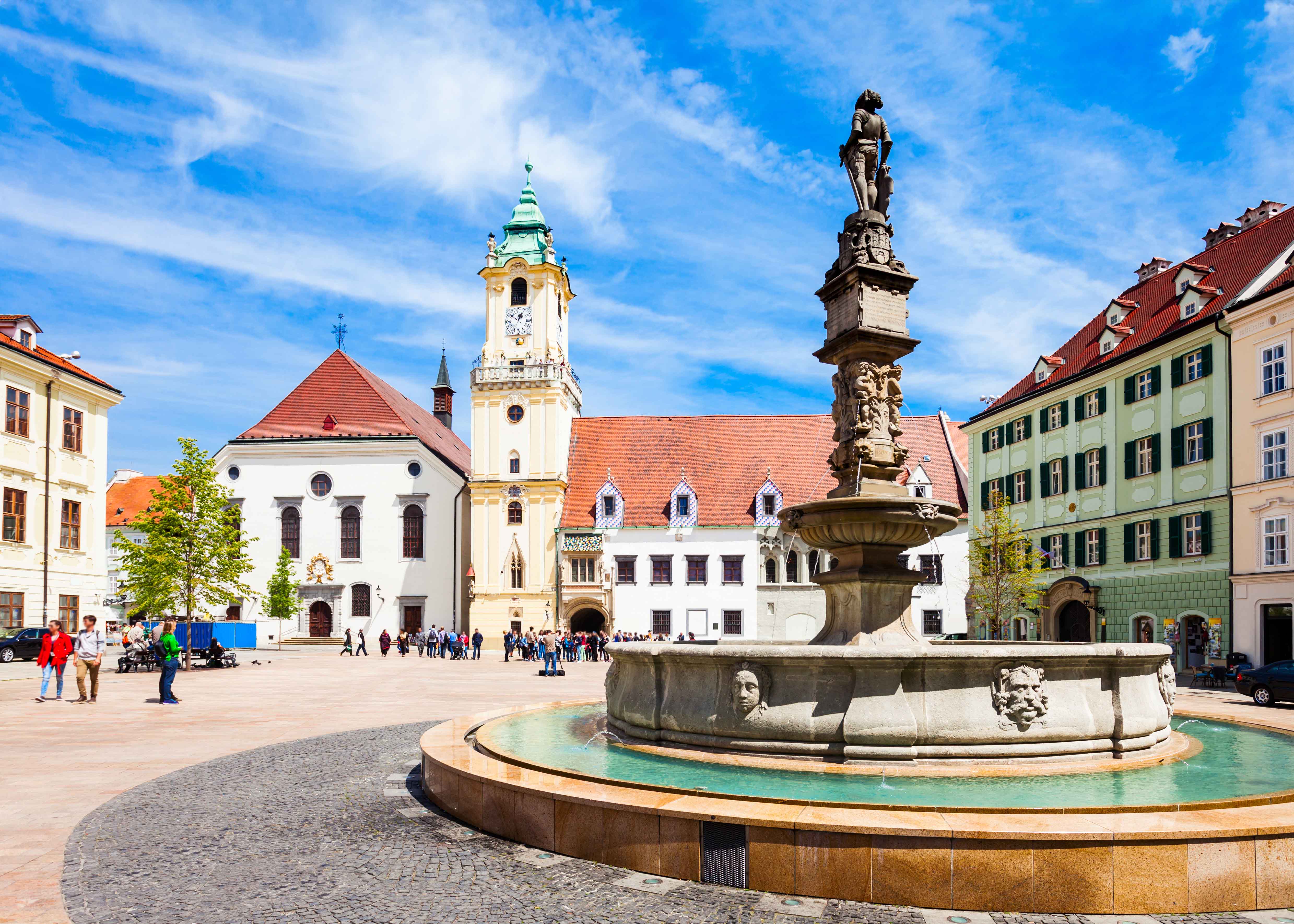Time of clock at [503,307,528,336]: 12:51
